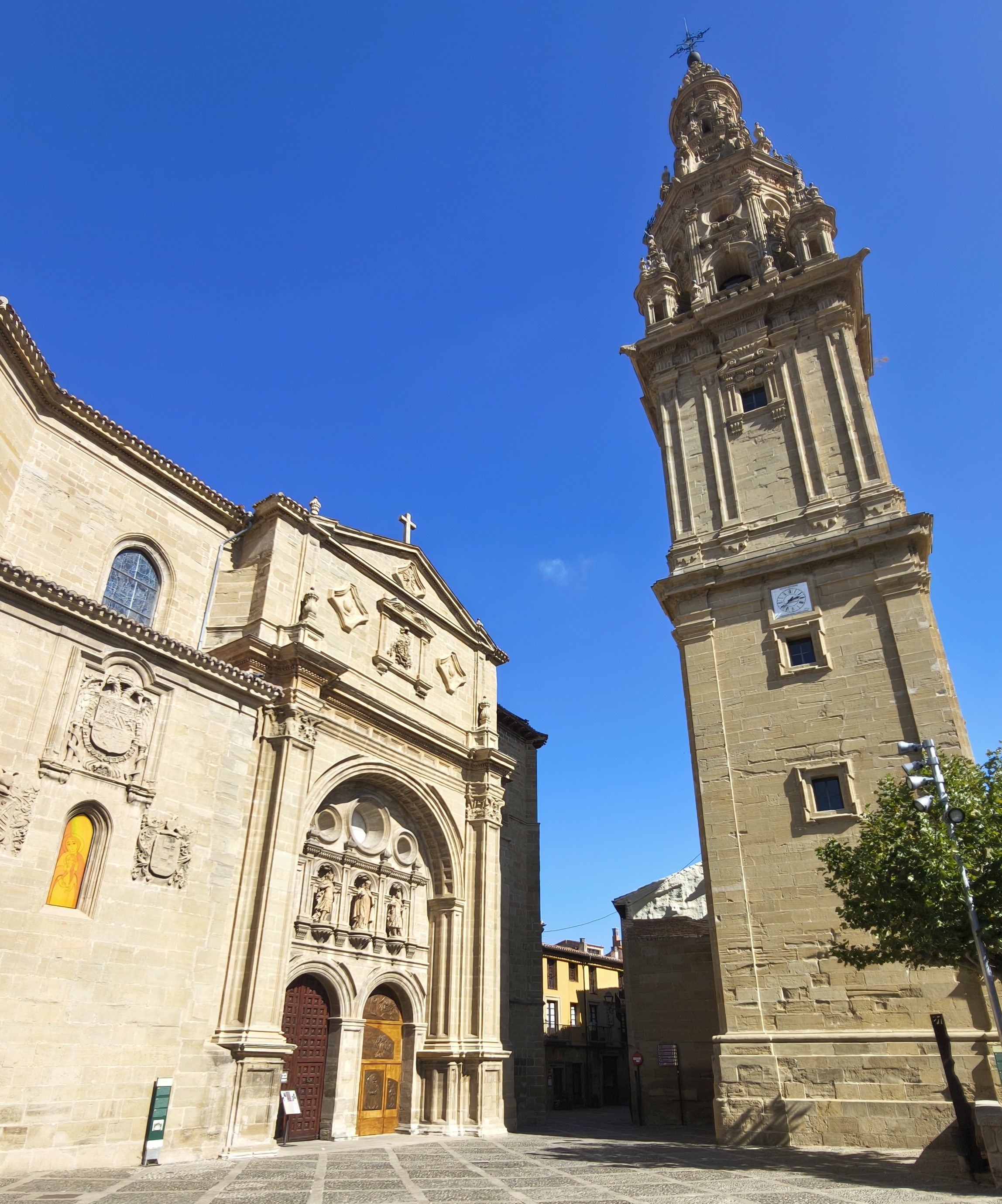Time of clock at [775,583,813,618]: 2:38
